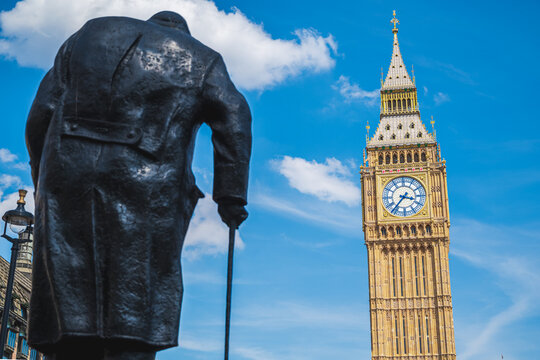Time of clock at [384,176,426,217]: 3:36
